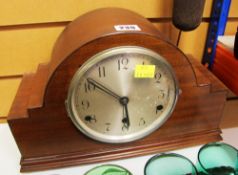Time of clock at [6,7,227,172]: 5:51
